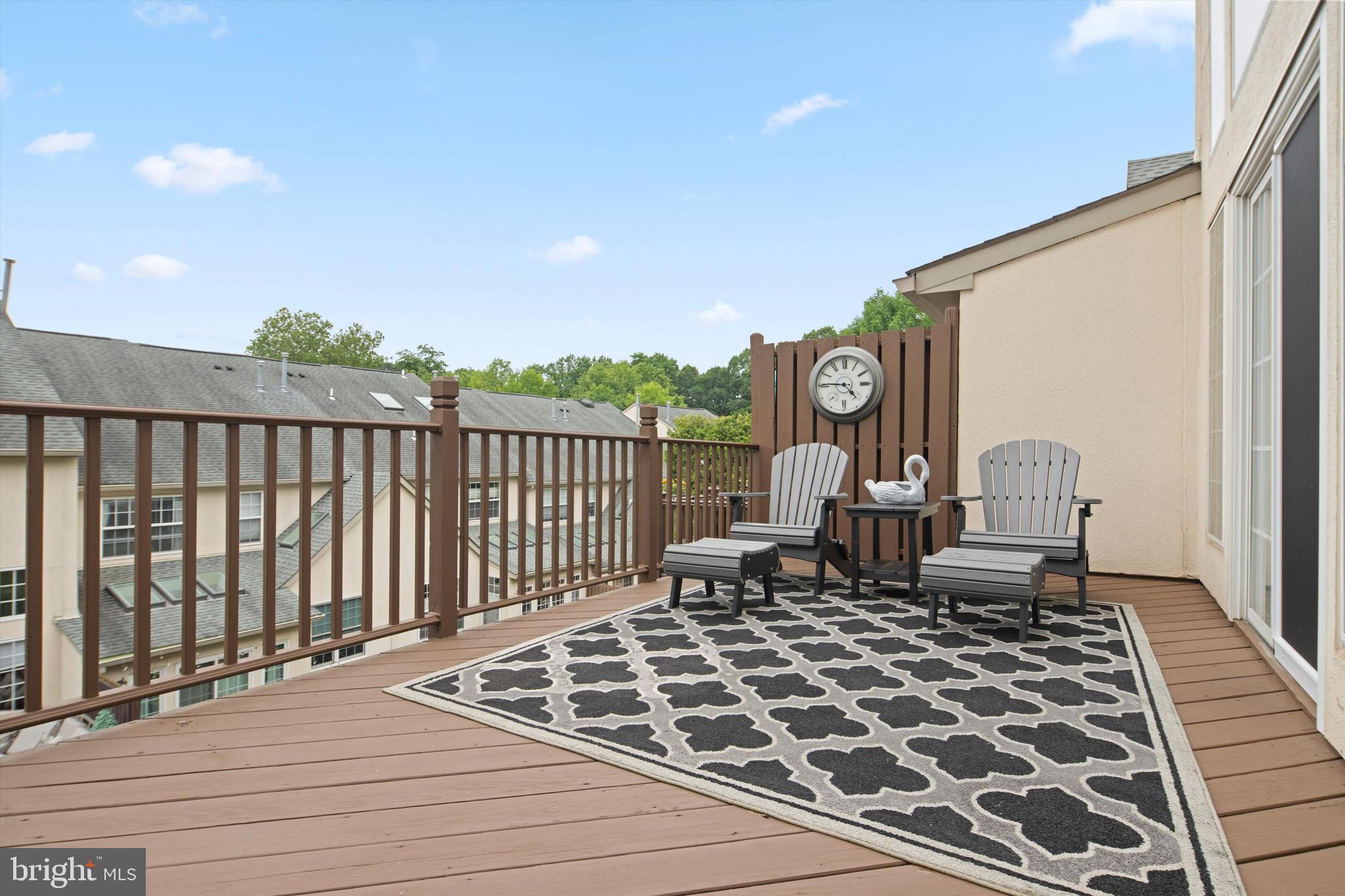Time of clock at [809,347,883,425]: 4:45
